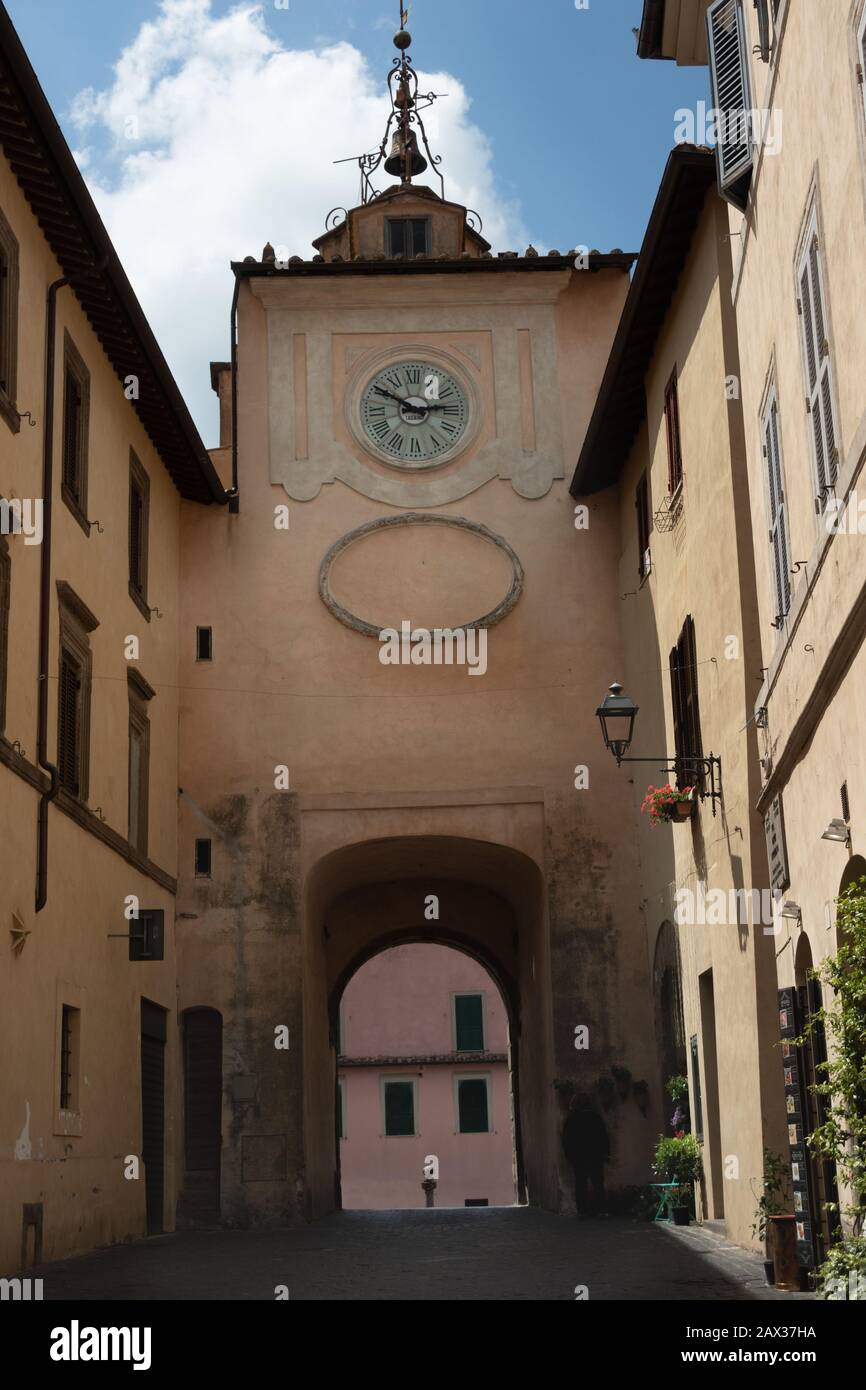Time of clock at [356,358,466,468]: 2:50
